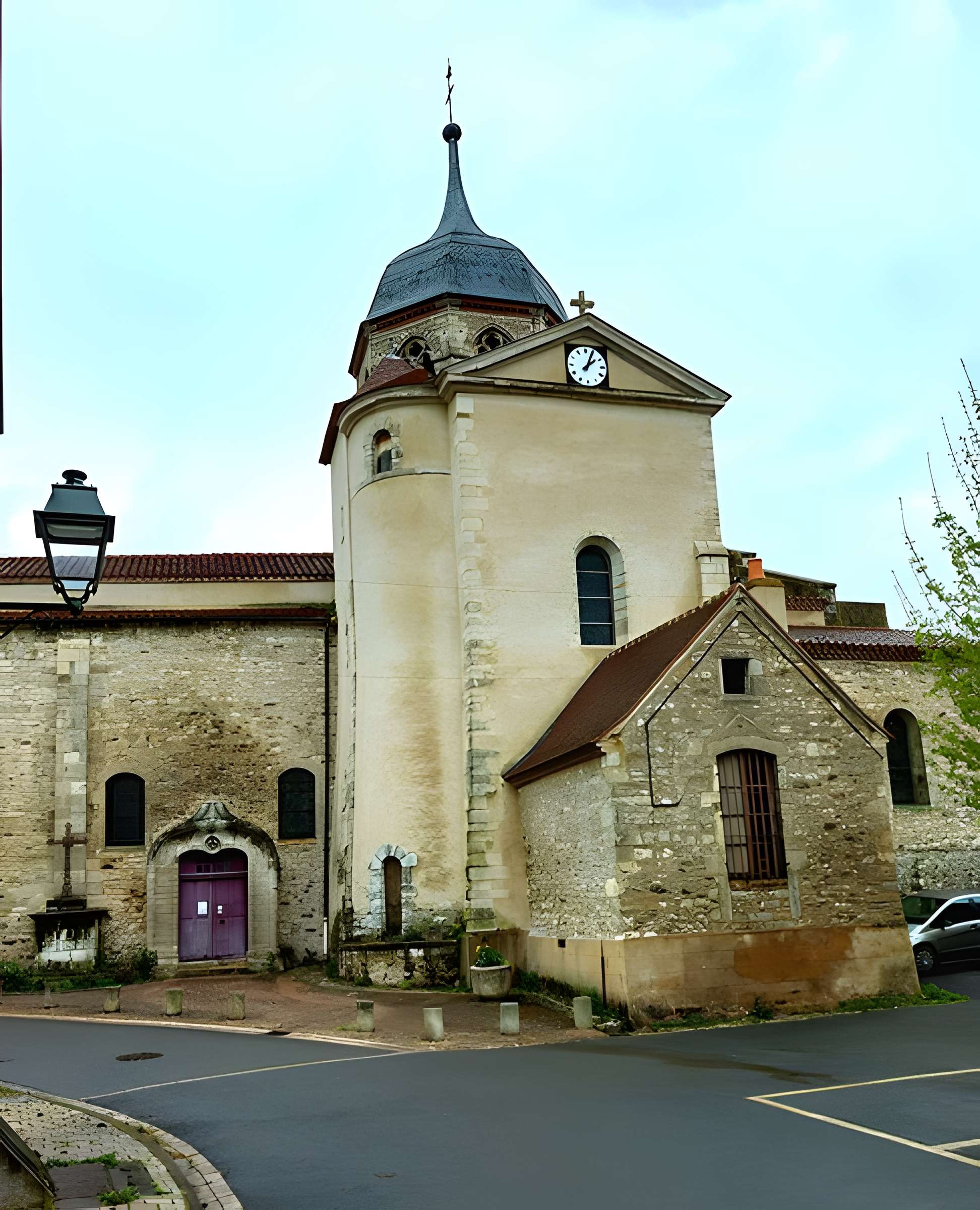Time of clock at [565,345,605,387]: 2:04
